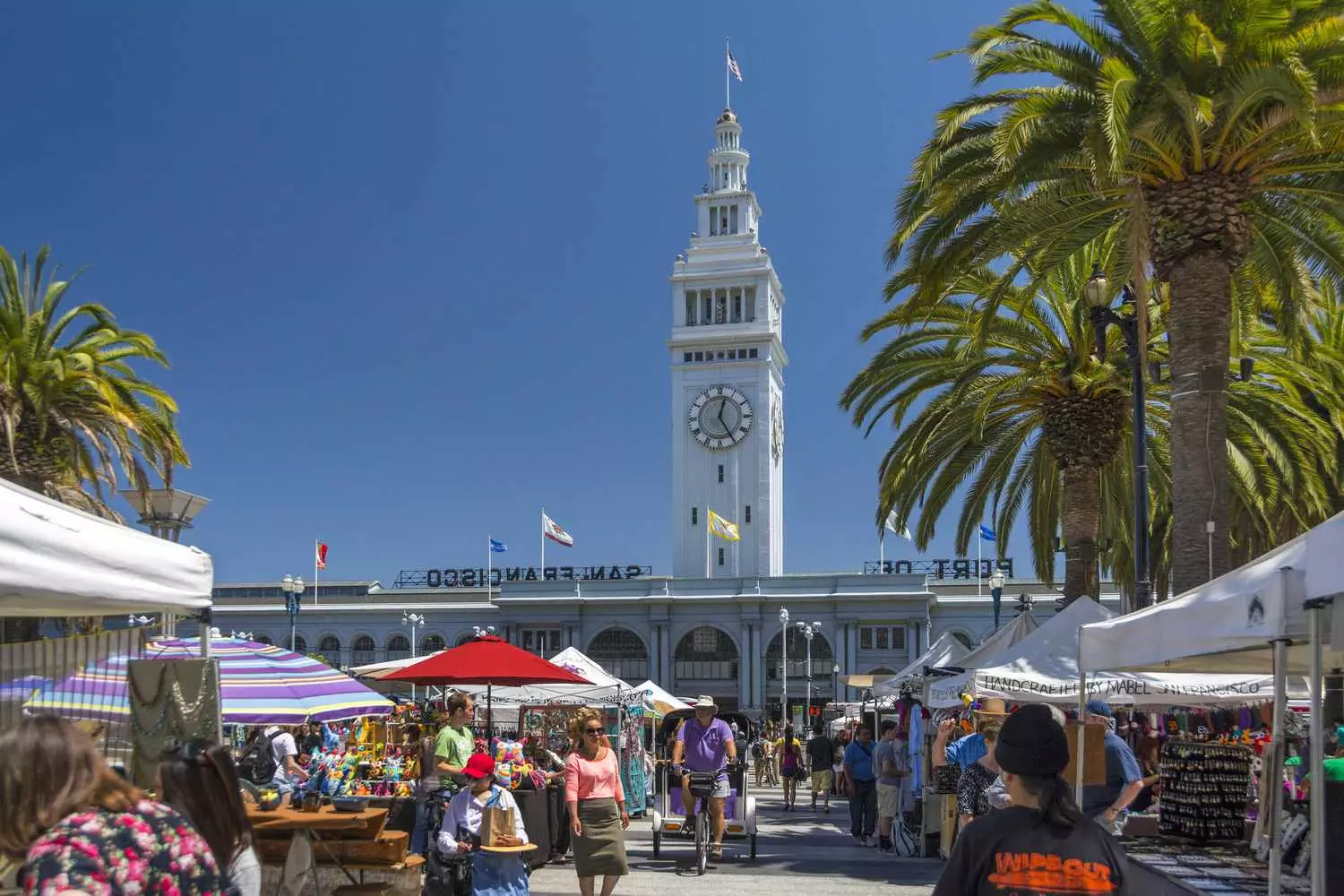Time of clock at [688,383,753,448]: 12:24
